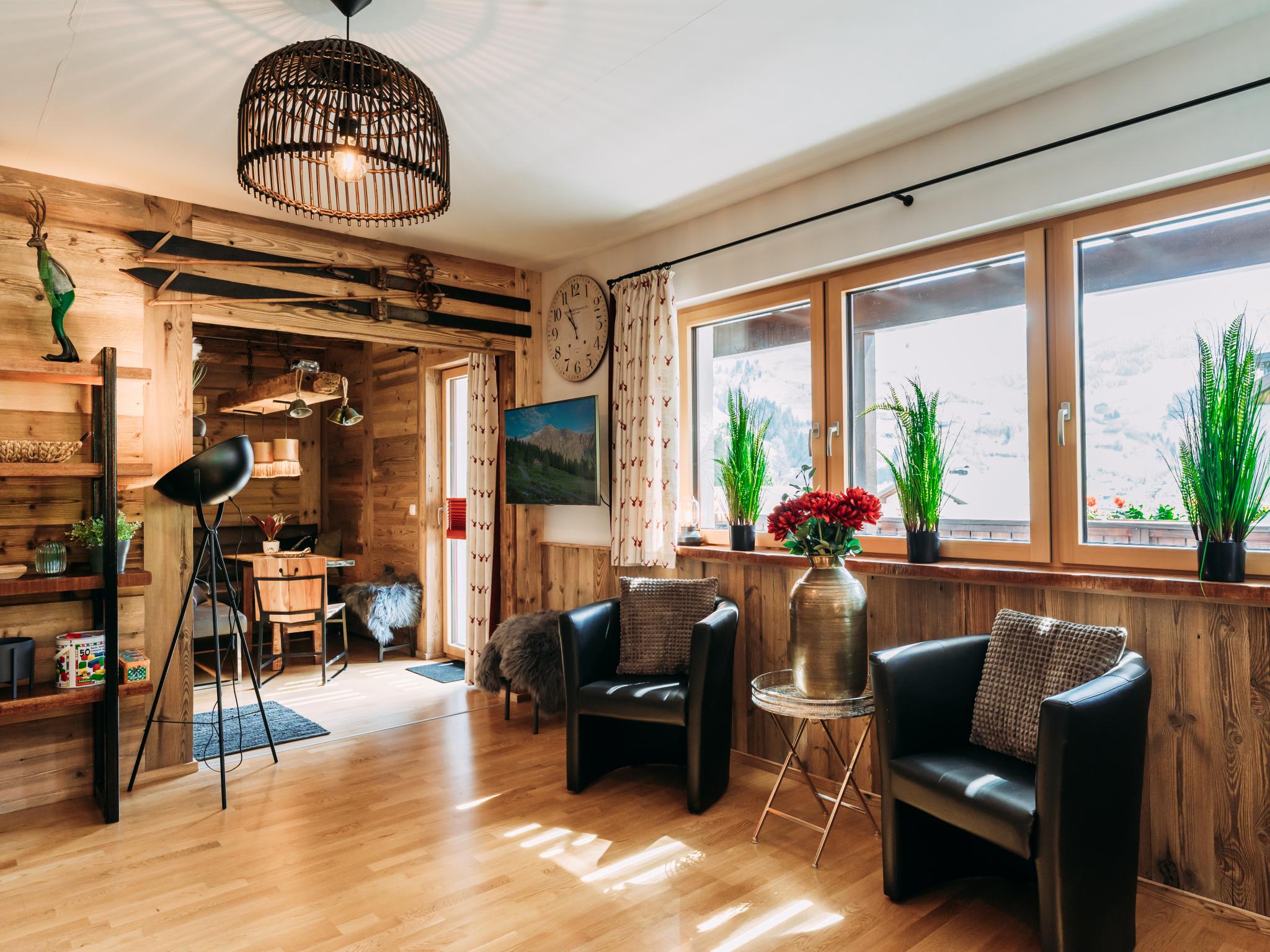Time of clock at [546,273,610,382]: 10:56
